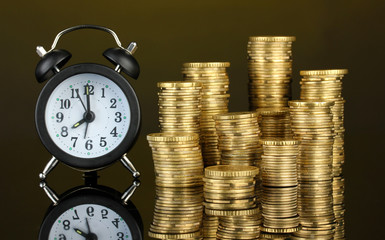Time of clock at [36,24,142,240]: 7:59
